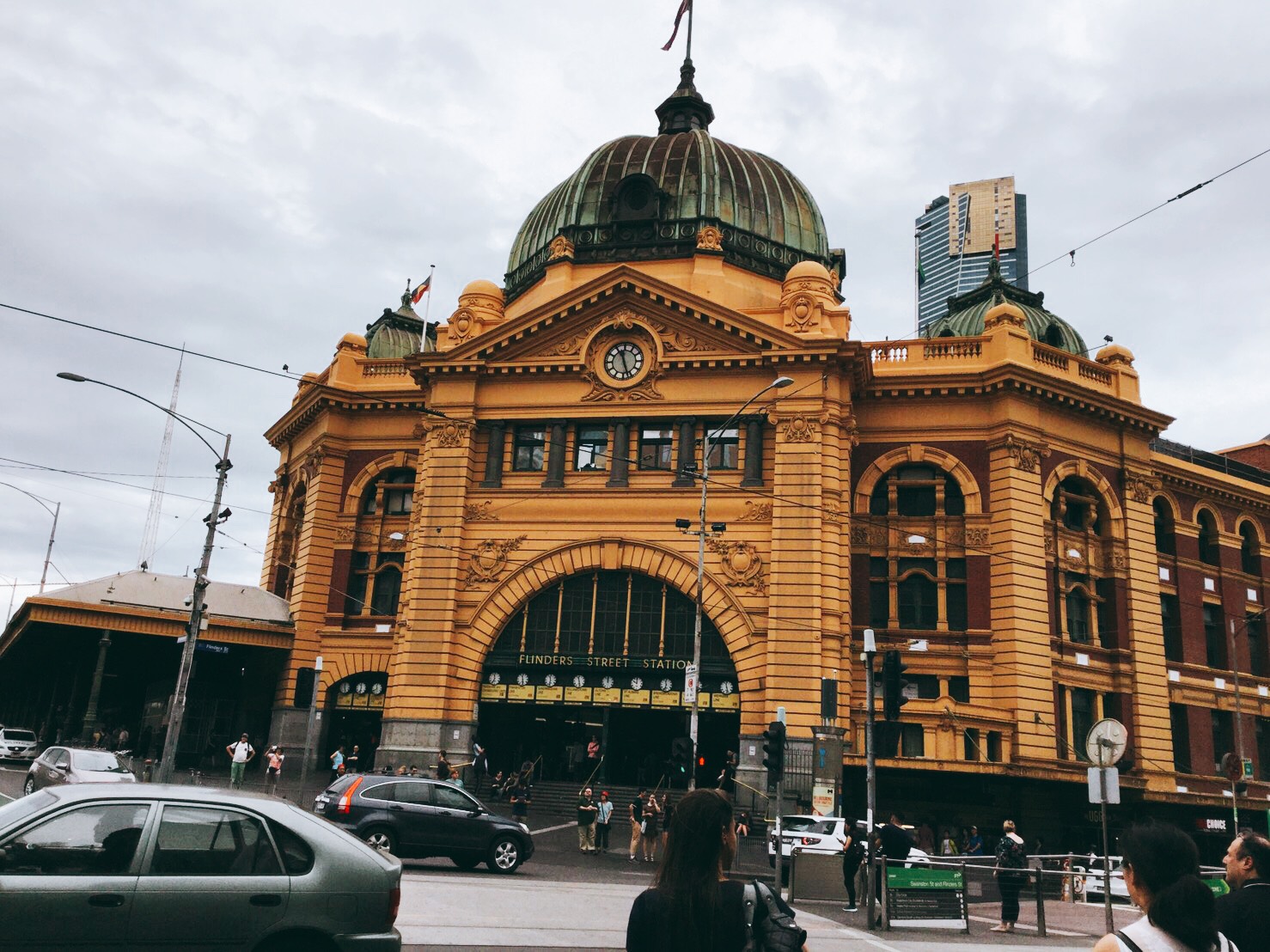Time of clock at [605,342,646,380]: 11:26
